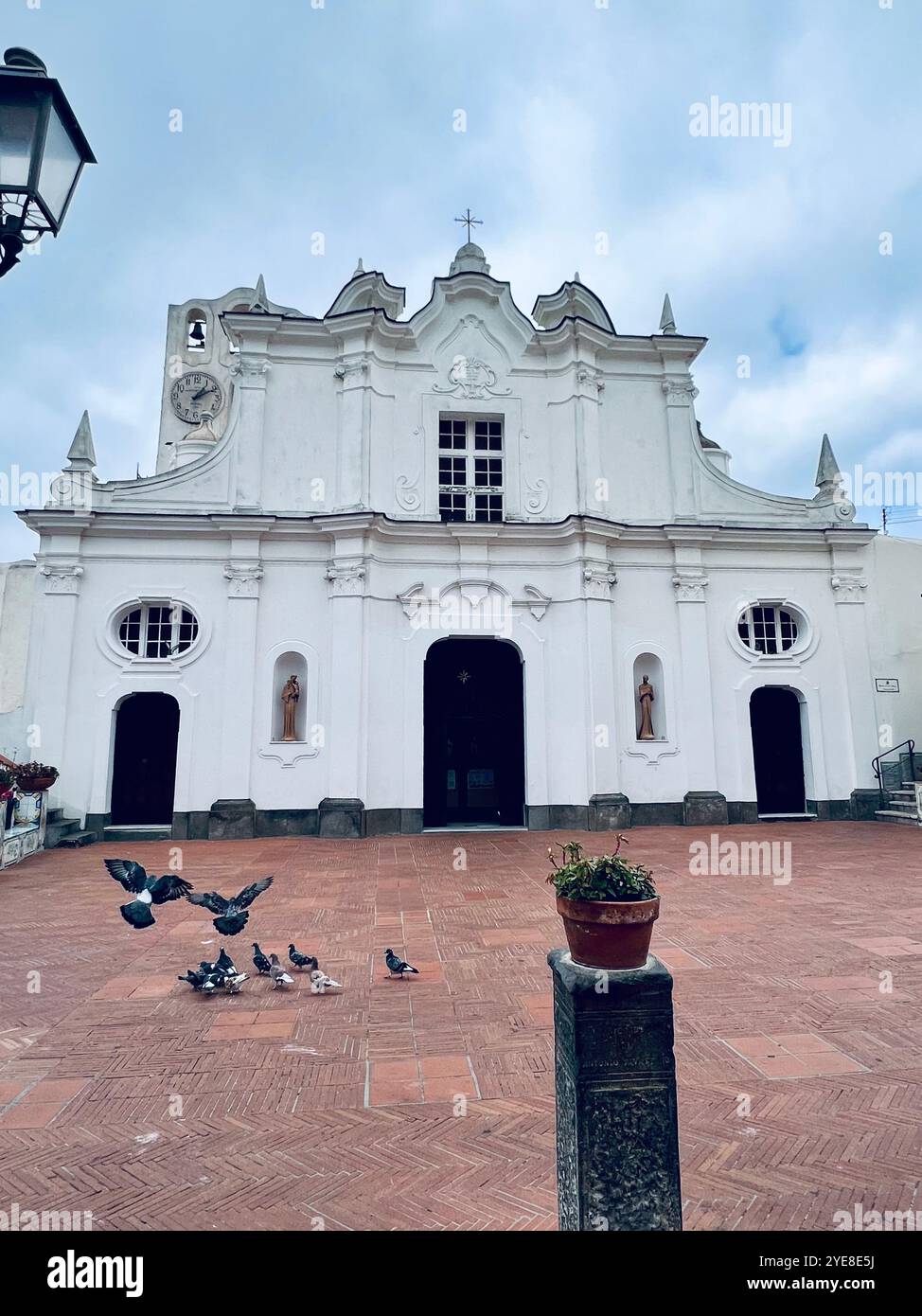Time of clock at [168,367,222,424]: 1:10
